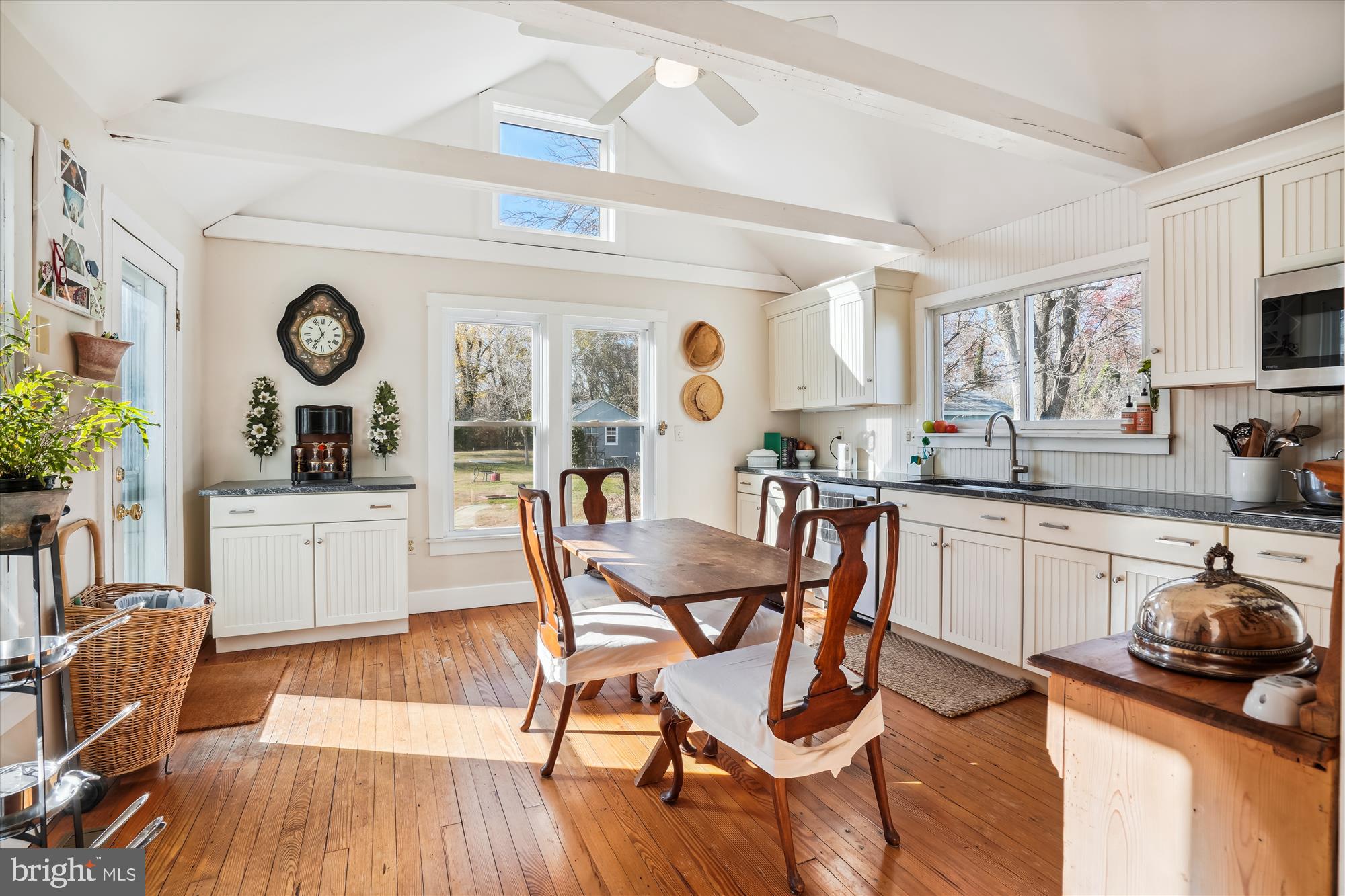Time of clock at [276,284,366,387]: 11:36
